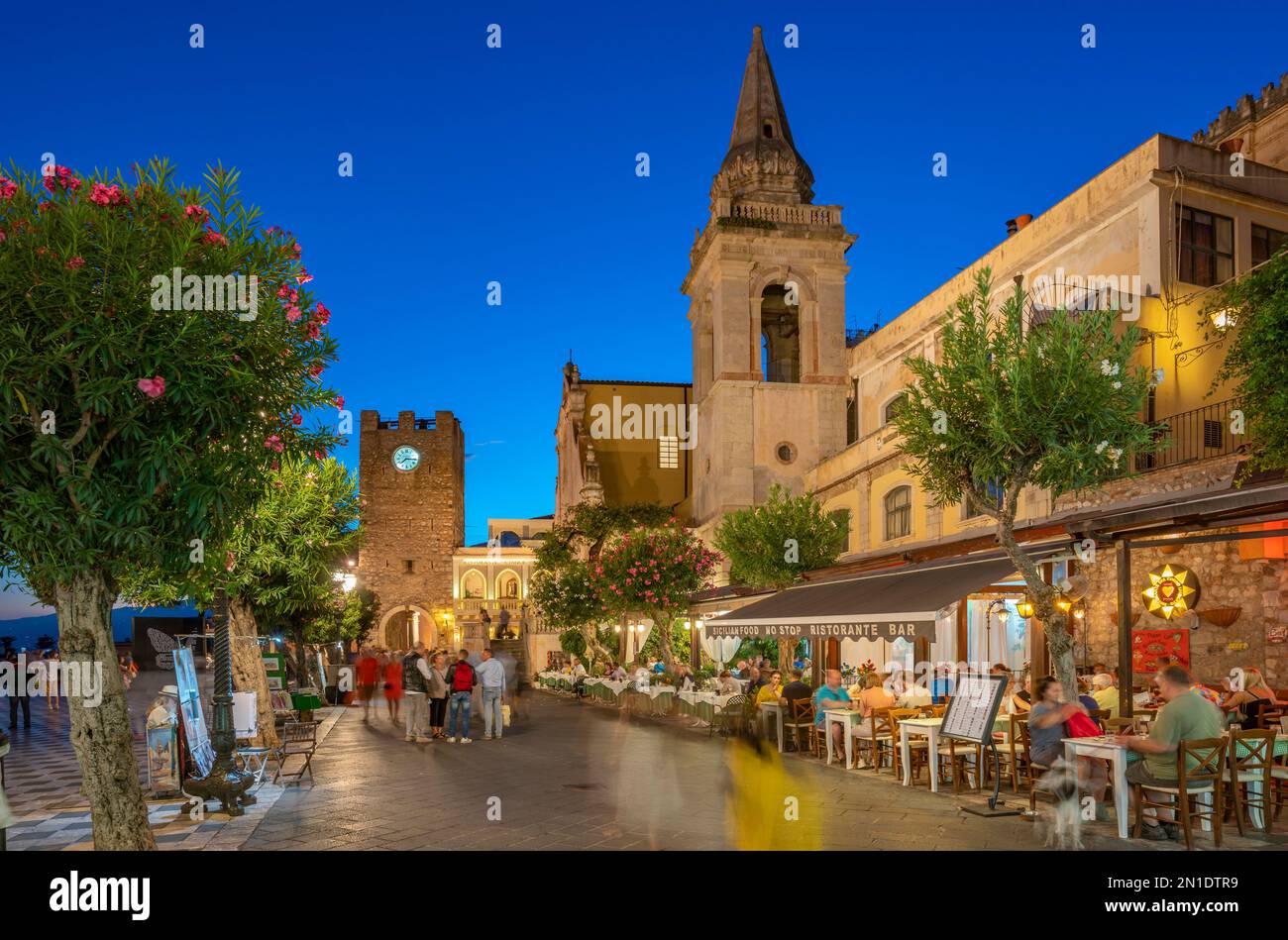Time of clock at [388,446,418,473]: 7:15
